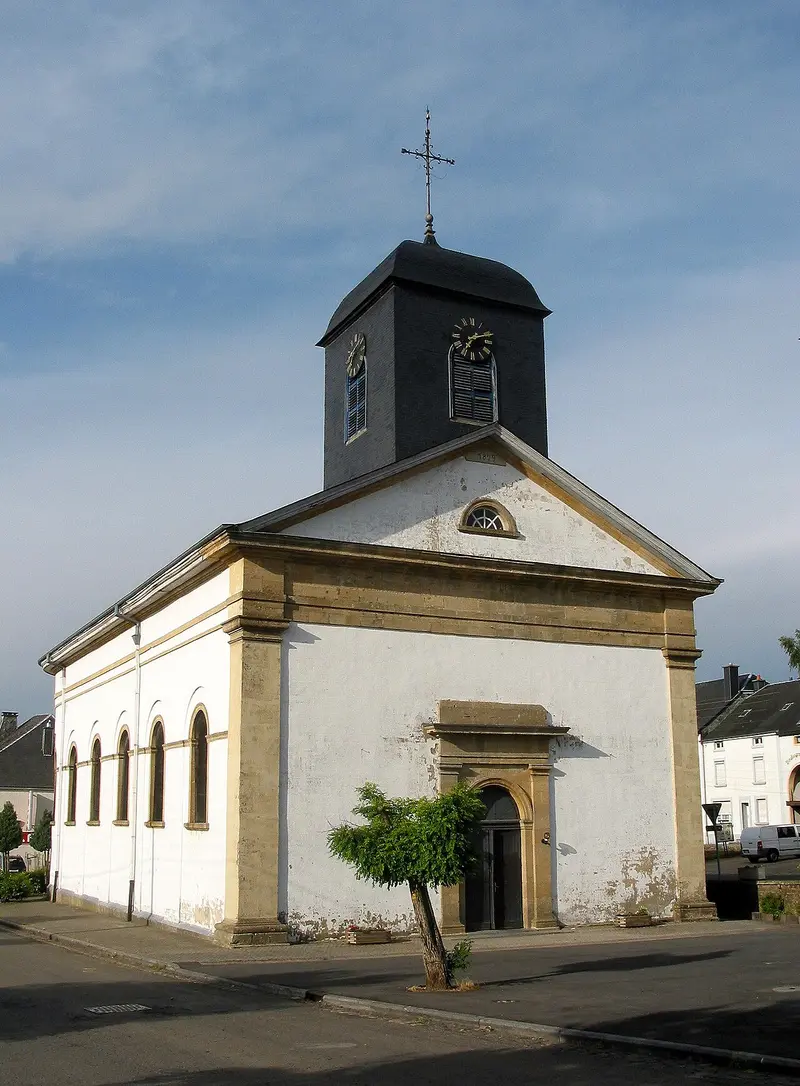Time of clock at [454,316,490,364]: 7:11
